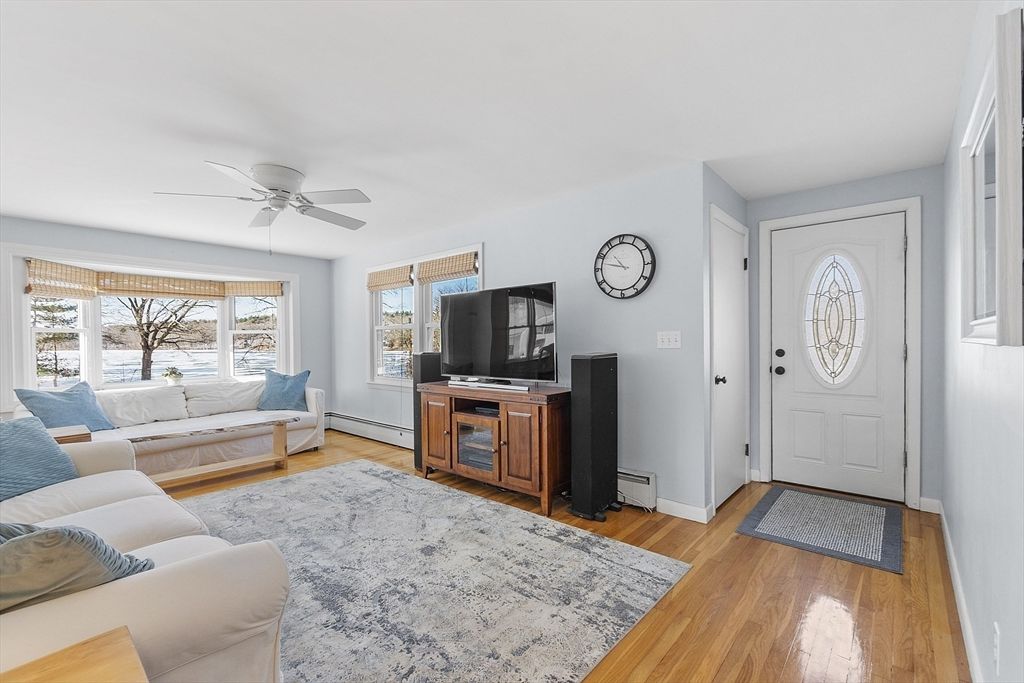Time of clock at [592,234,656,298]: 10:47
